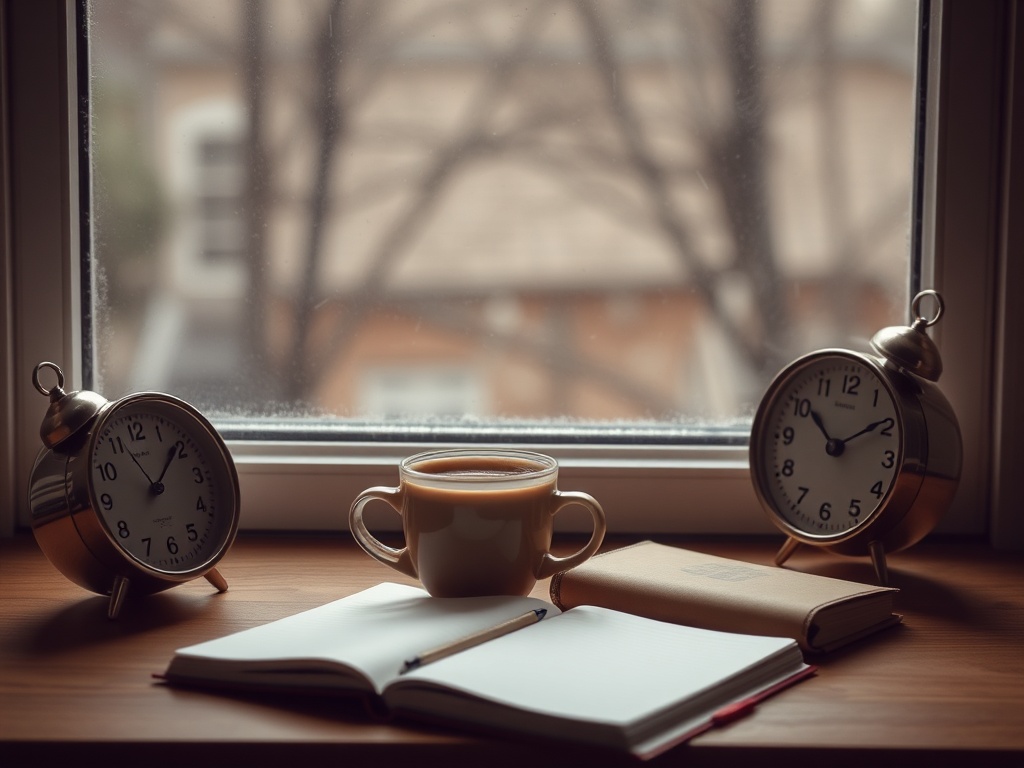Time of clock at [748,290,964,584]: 10:09
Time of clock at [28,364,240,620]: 11:08
